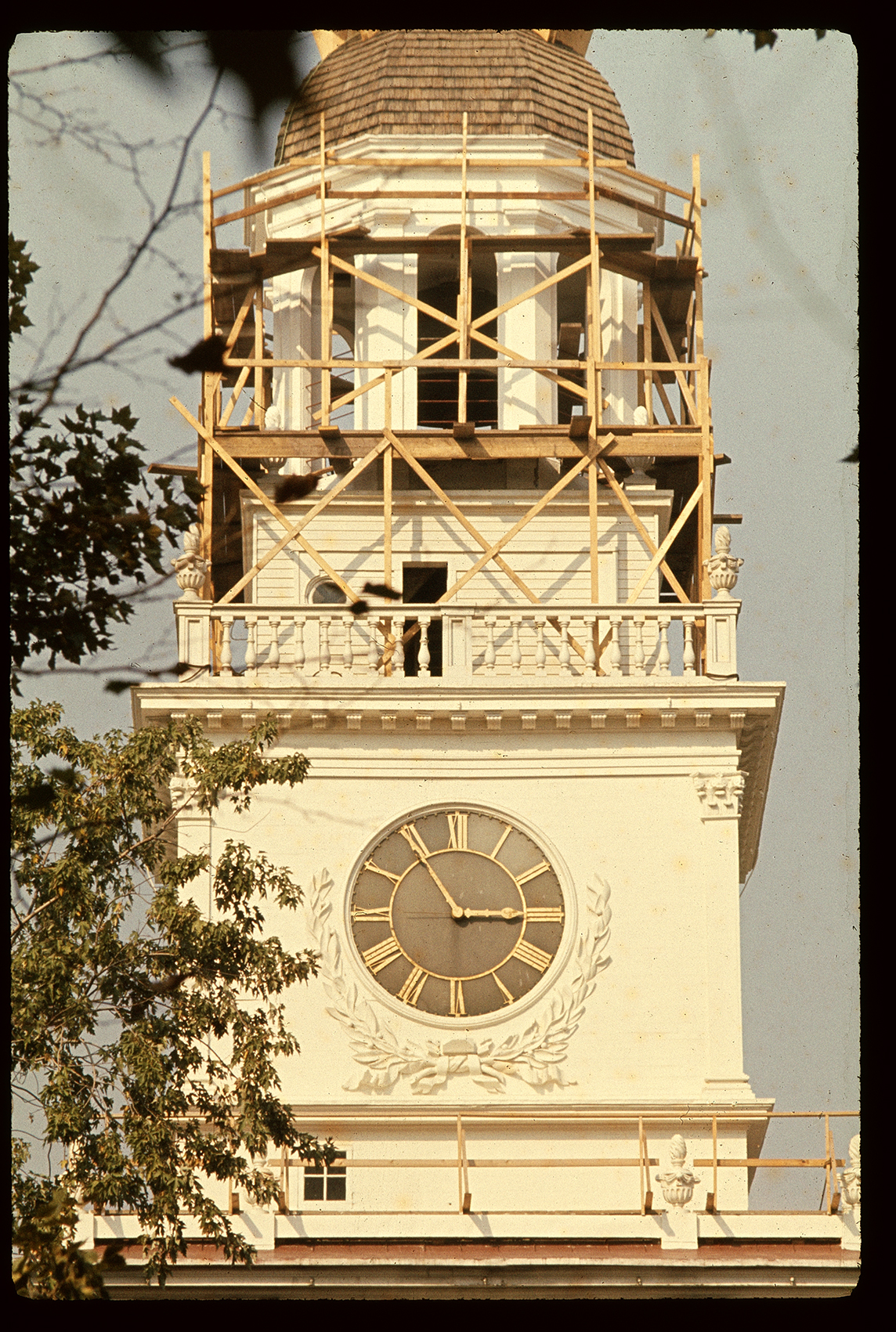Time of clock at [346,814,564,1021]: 2:54
